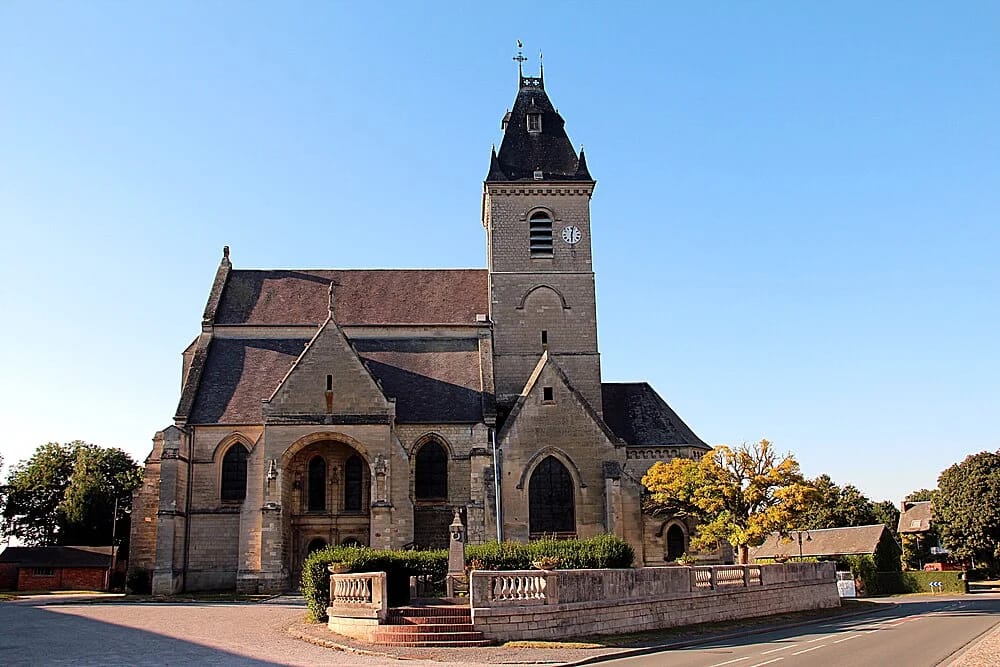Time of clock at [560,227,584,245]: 12:29
